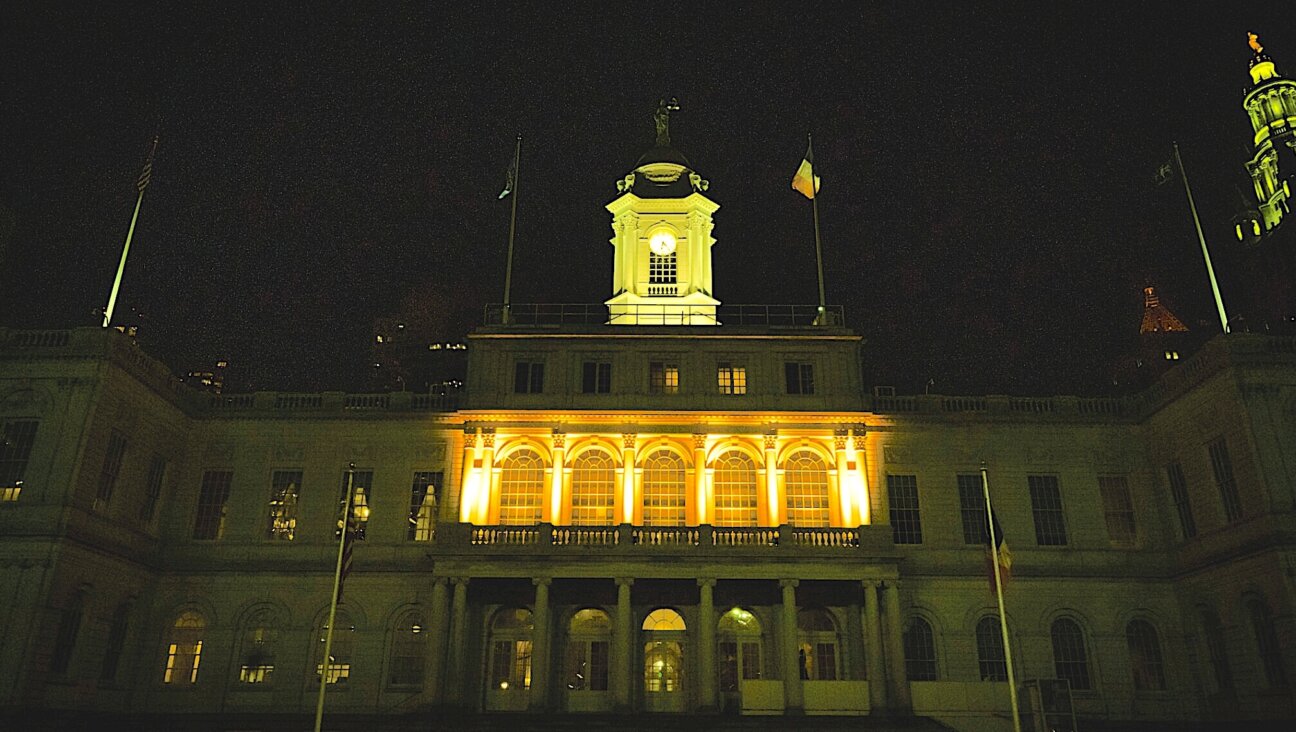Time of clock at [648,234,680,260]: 4:32
